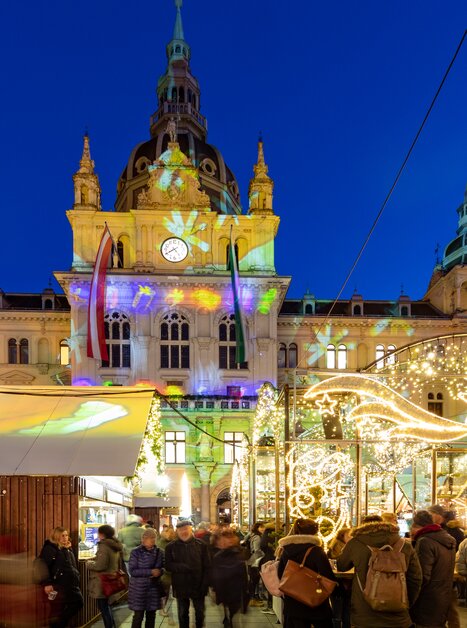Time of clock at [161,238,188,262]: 4:40
